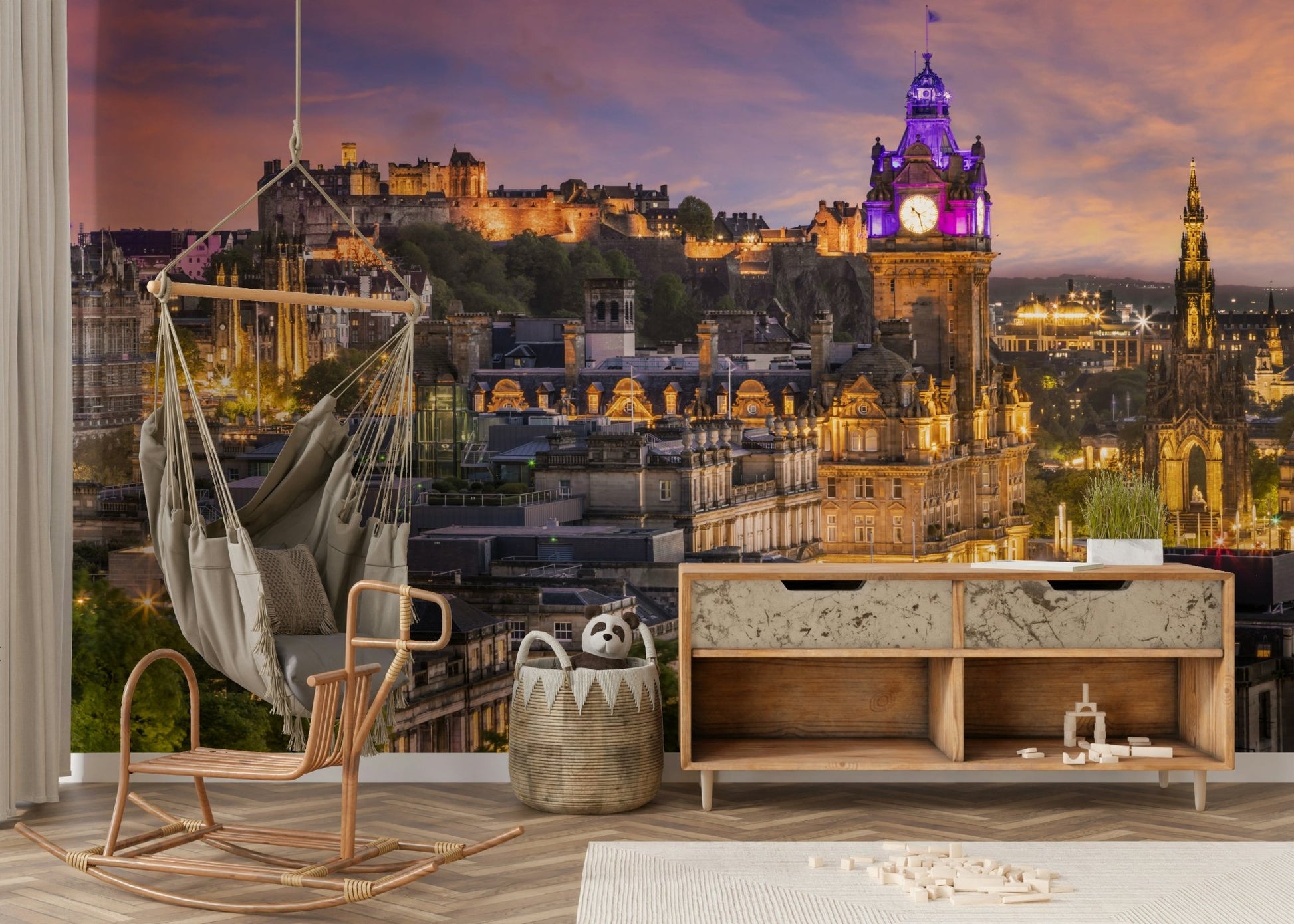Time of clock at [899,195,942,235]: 10:27
